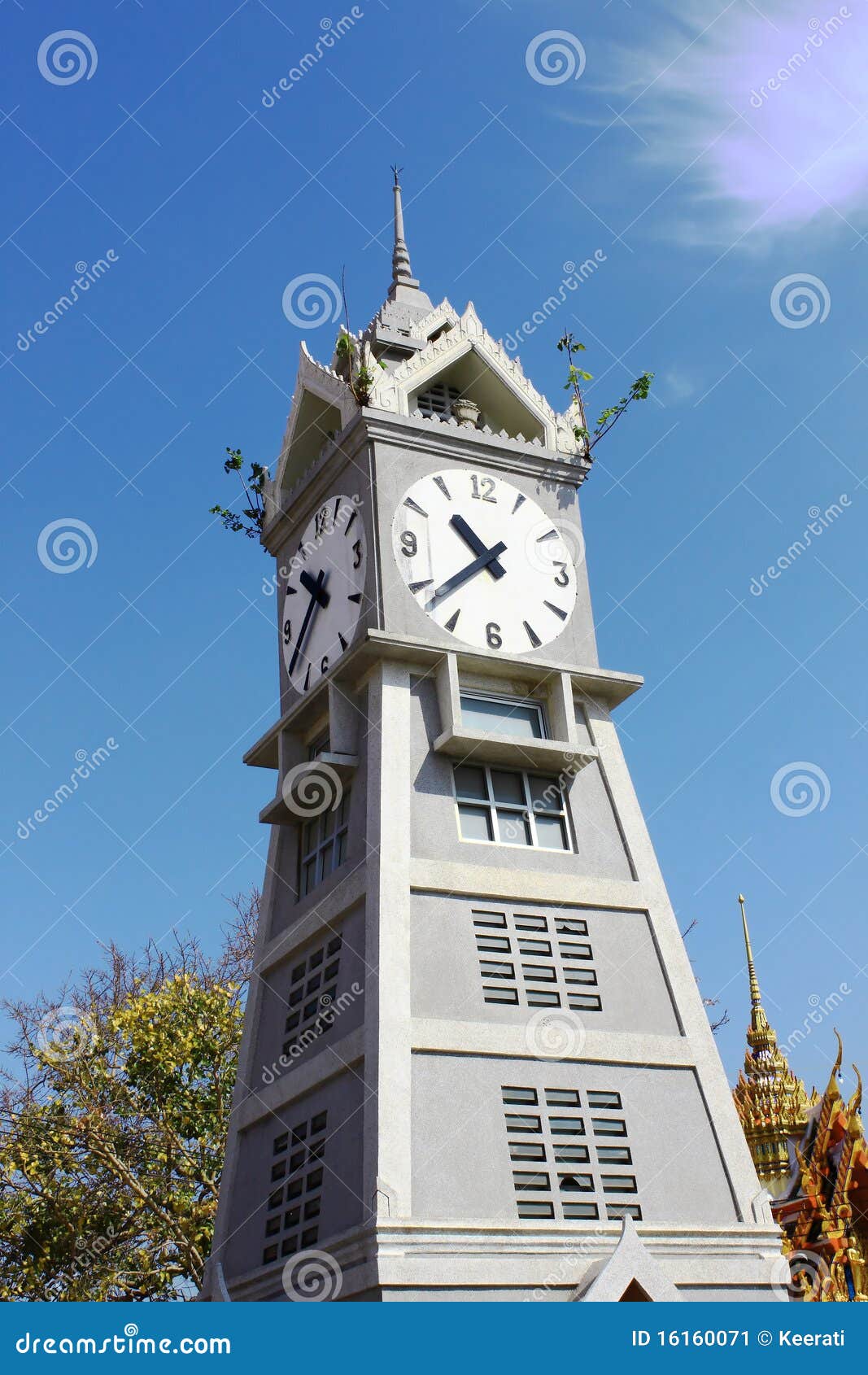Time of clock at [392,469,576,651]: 10:38
